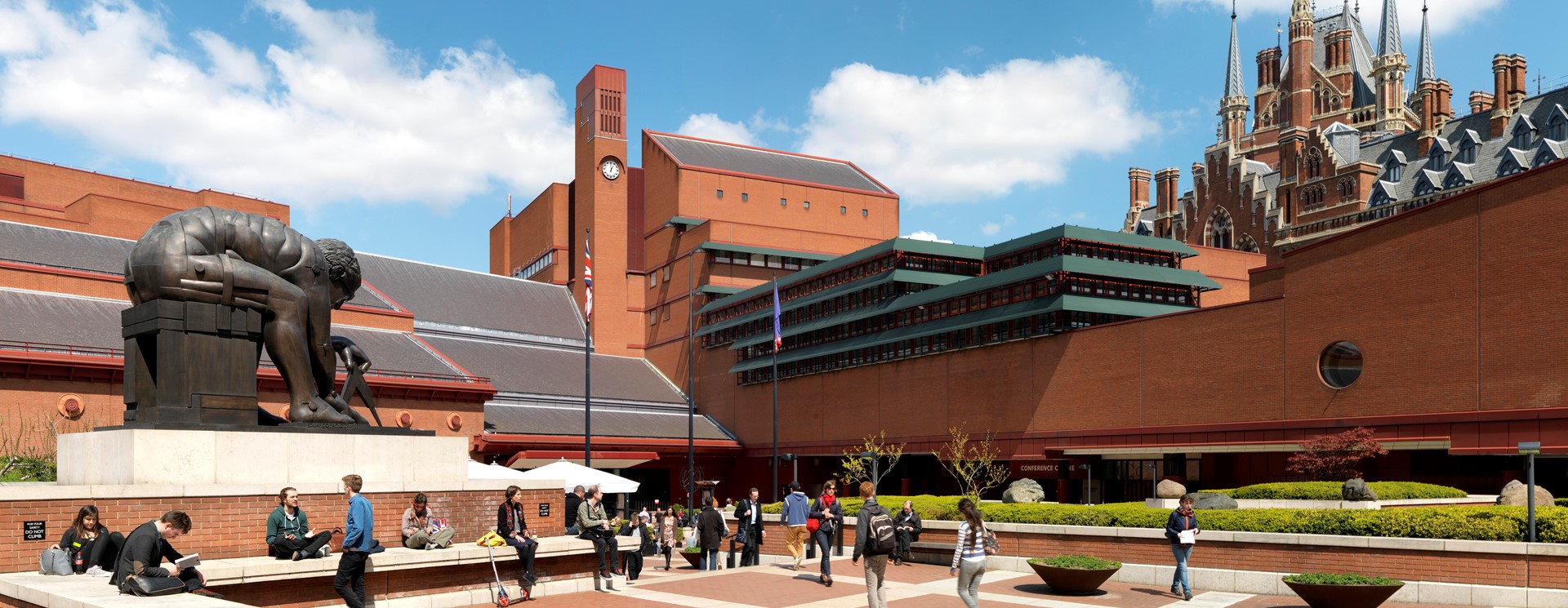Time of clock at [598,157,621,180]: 12:59
